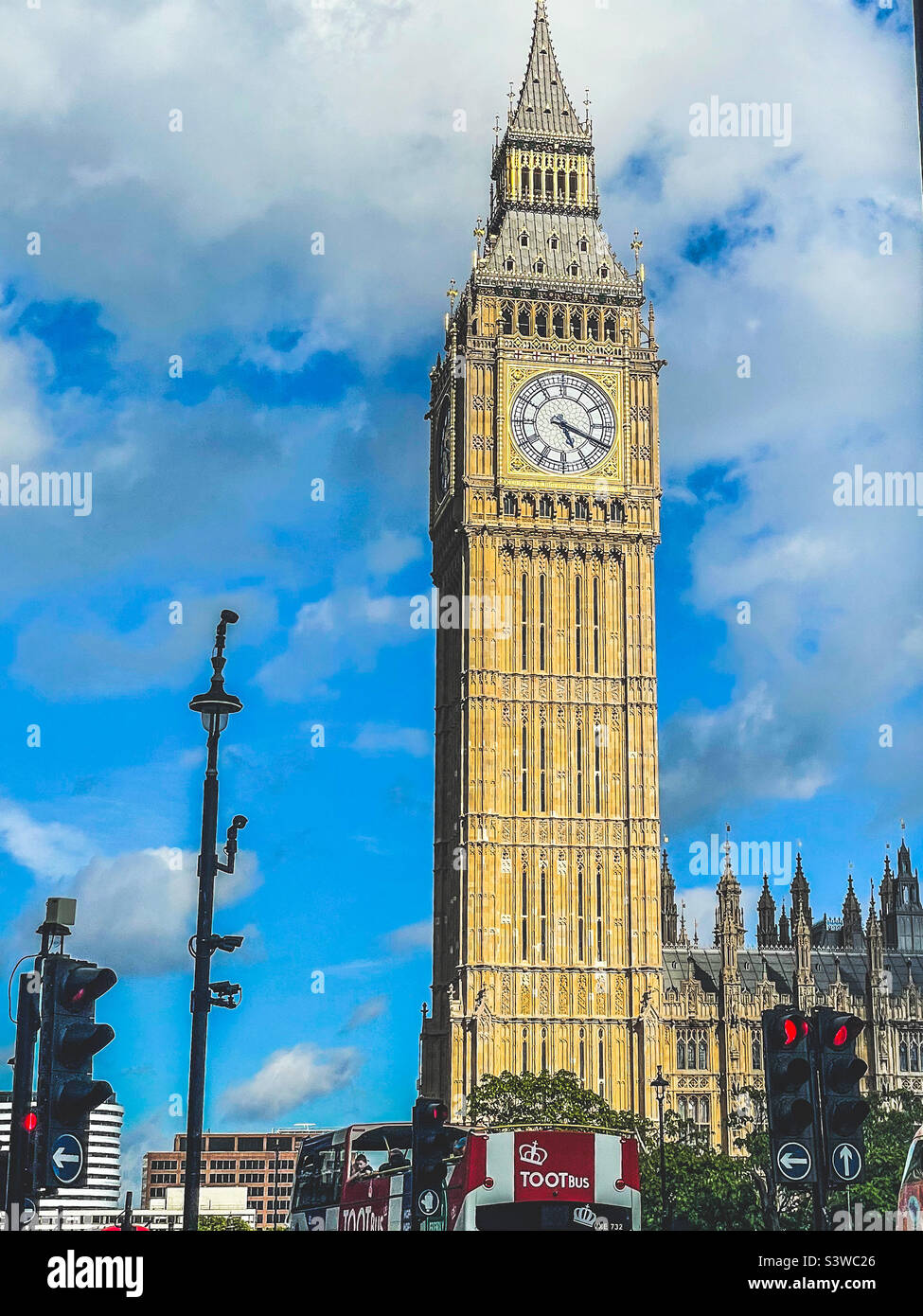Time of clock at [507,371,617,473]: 5:18
